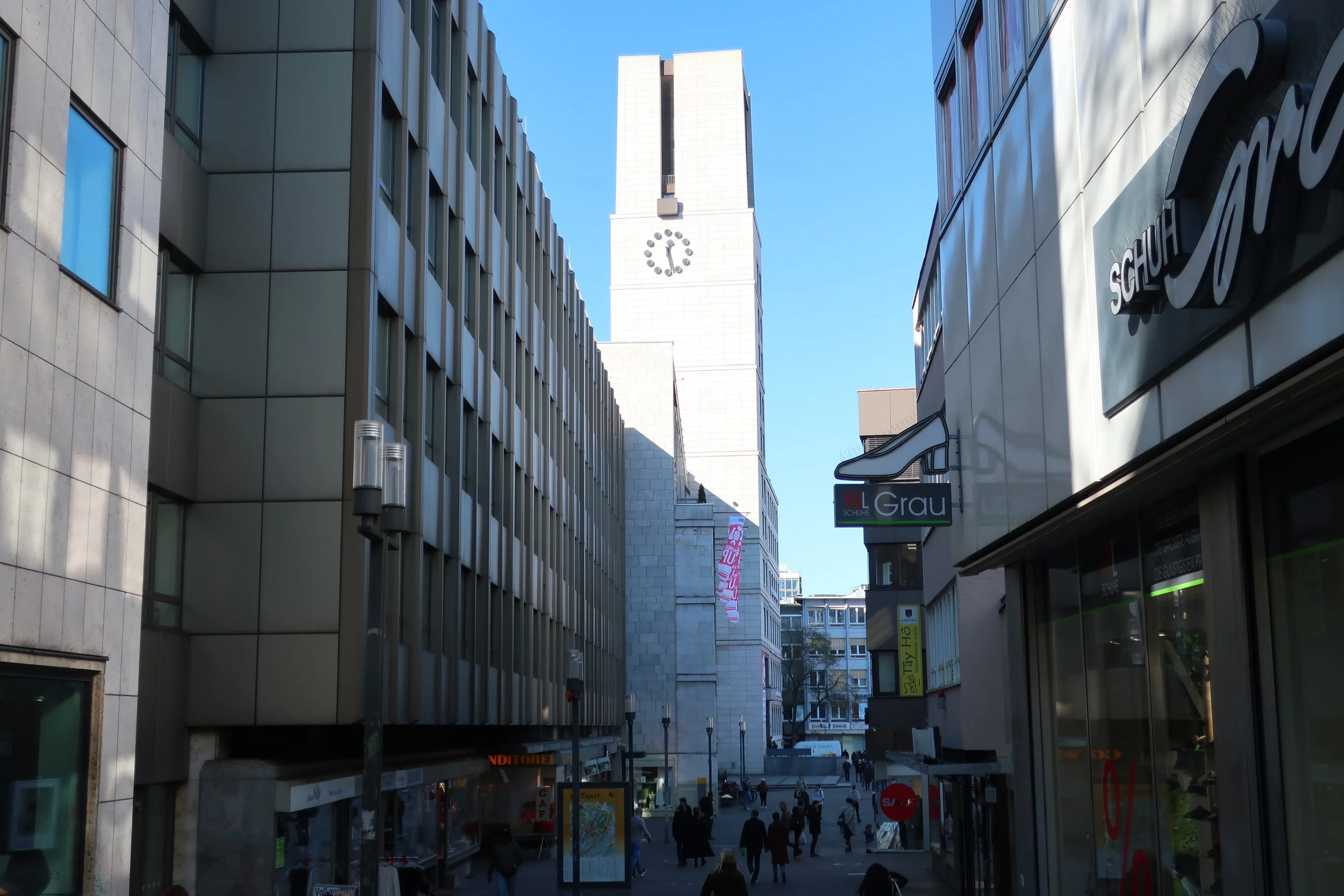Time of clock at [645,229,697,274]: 12:28
